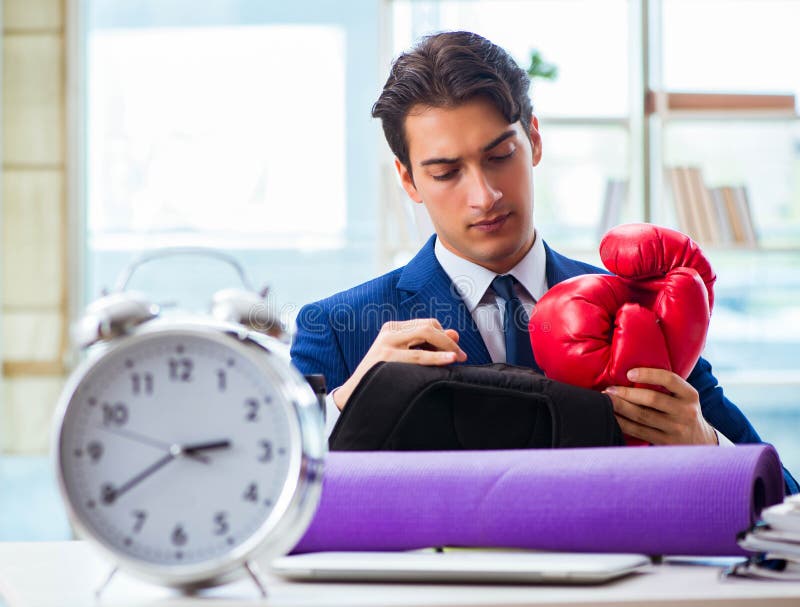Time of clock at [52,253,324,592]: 2:39
